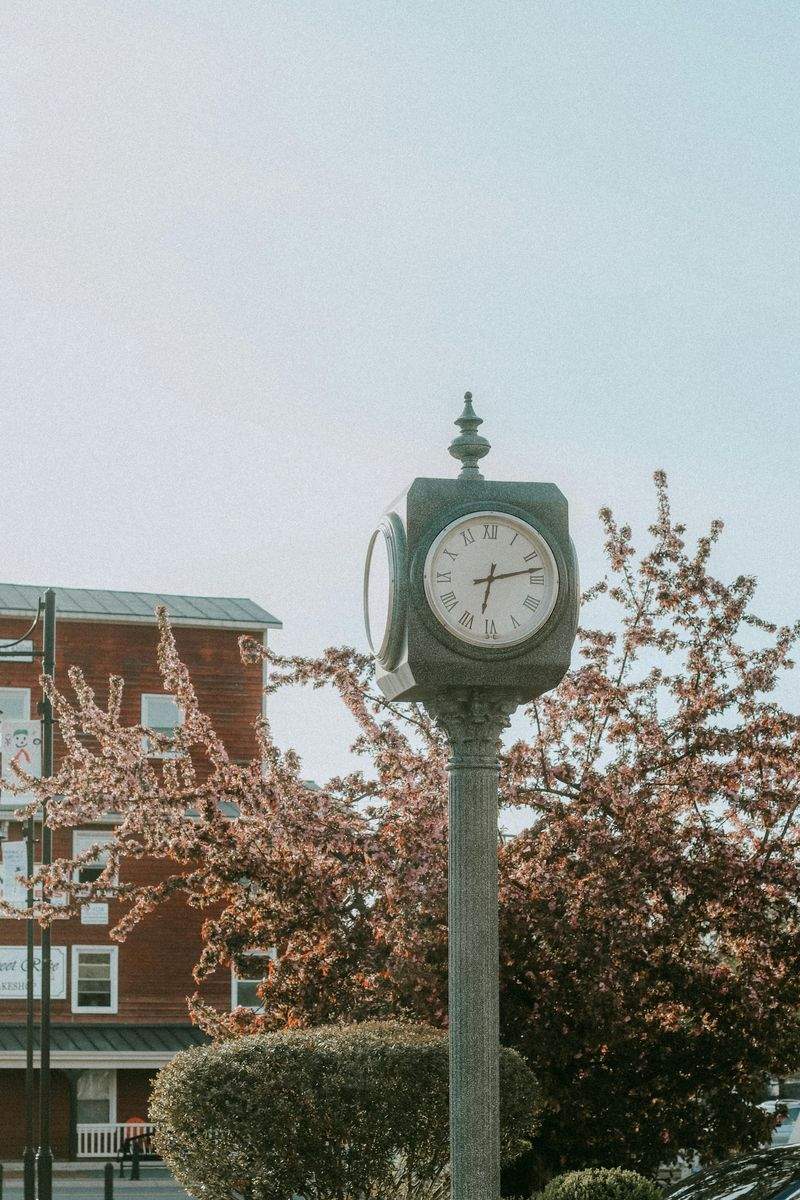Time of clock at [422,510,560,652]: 6:12
